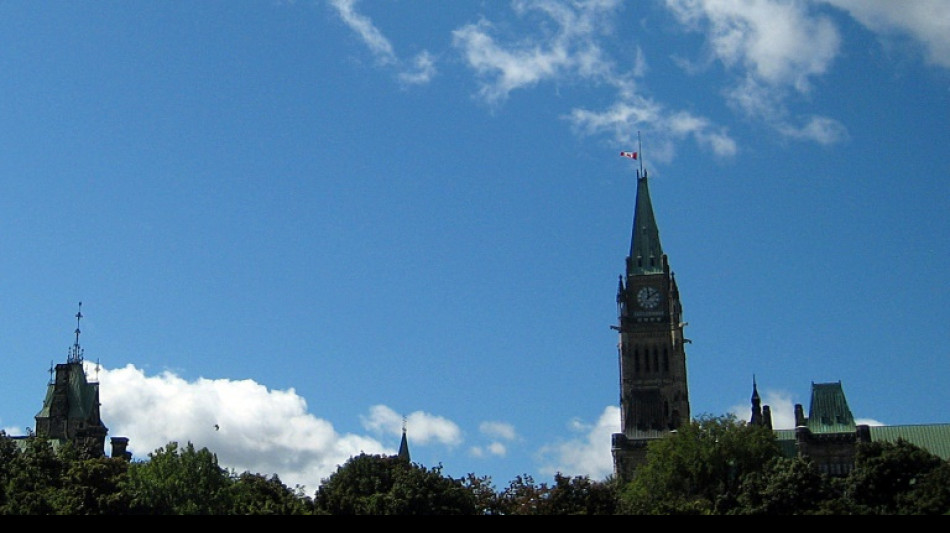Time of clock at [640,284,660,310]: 12:09
